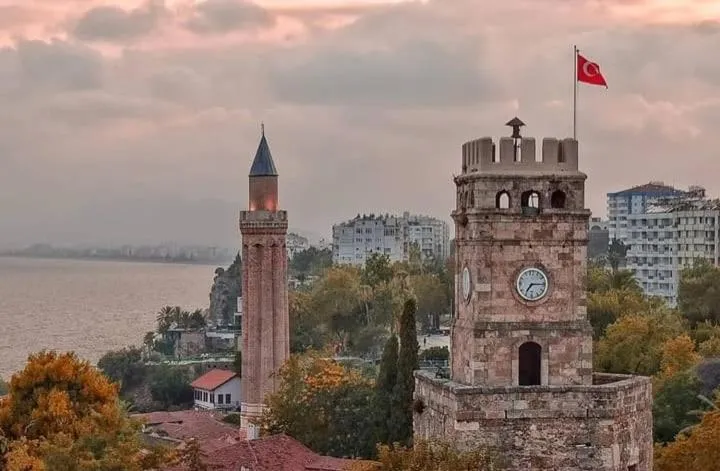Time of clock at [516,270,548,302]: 7:15
